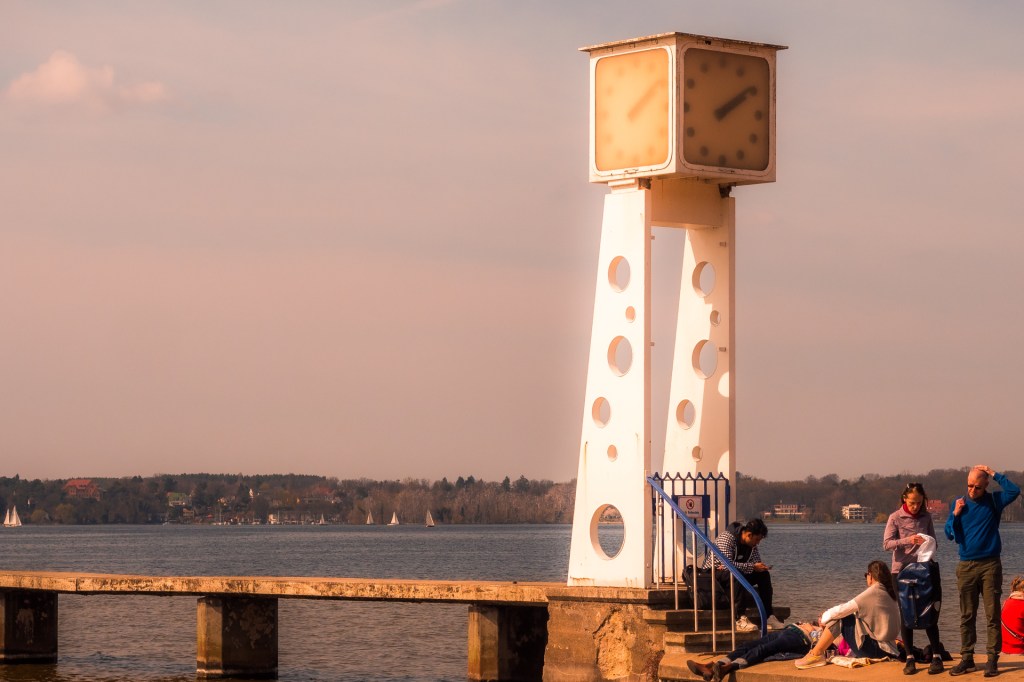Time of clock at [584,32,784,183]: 2:09
